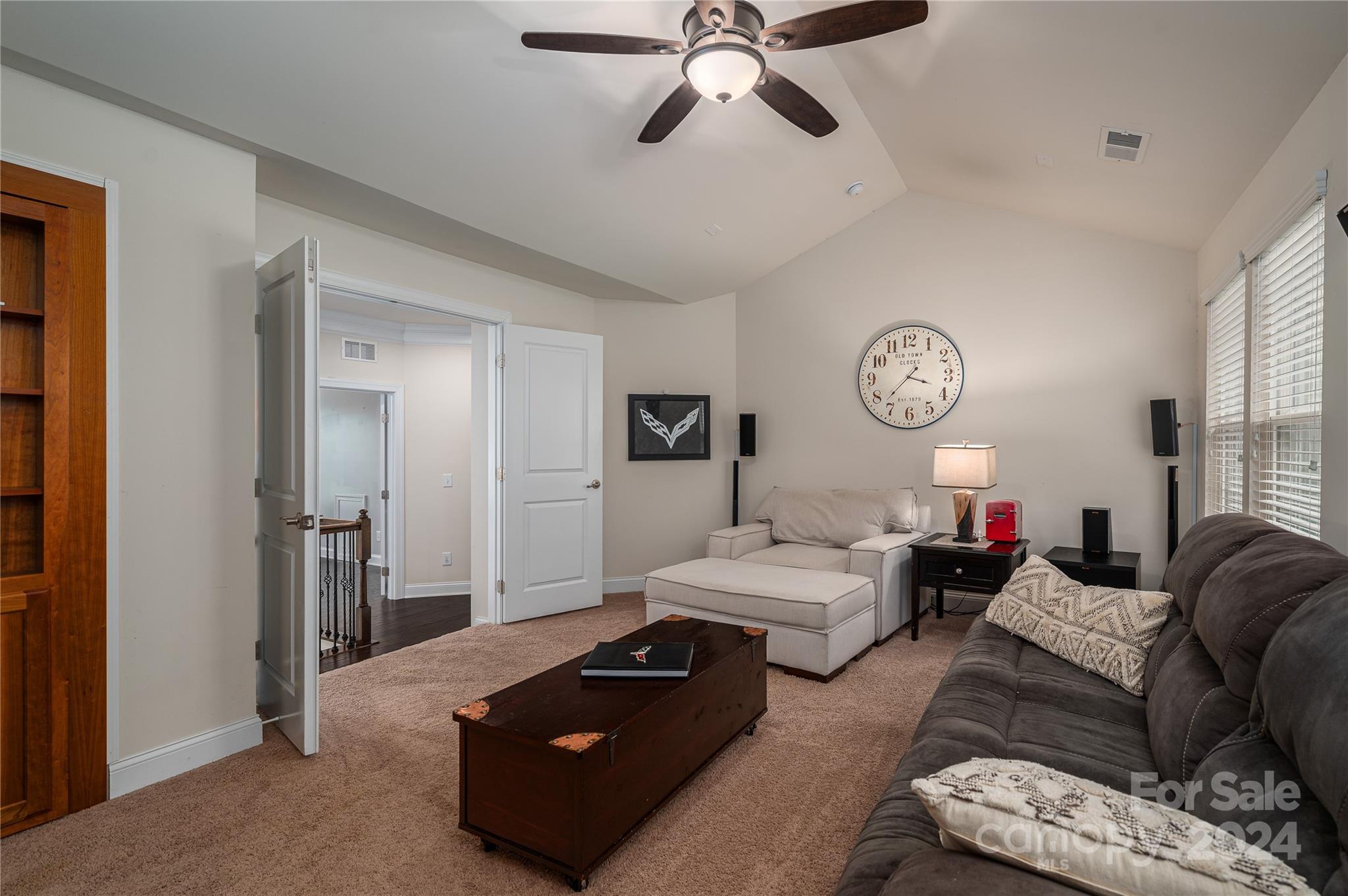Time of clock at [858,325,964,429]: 3:37
